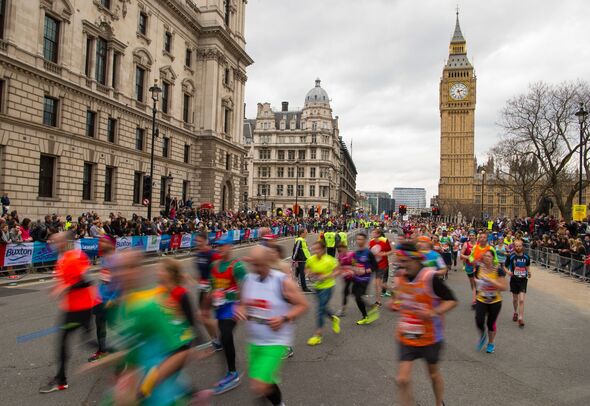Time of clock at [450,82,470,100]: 2:26
